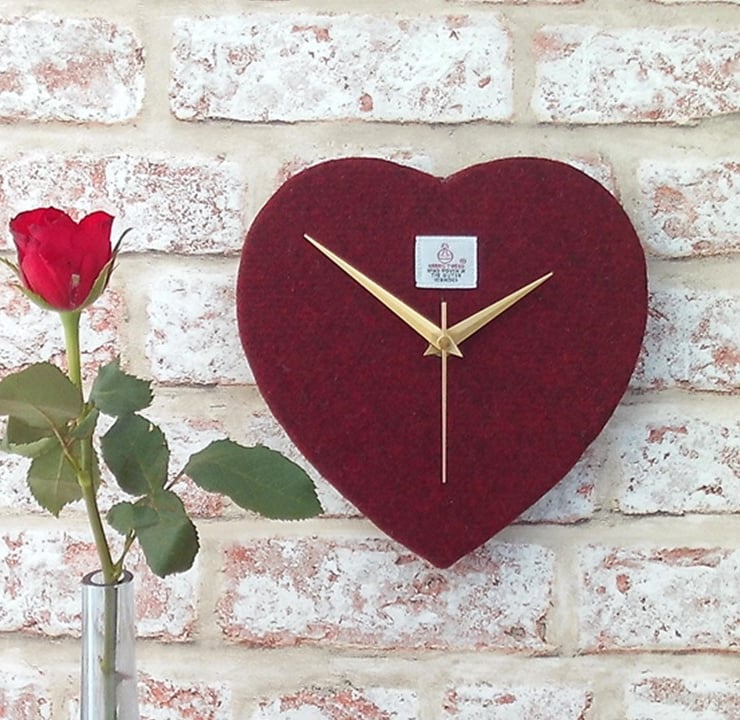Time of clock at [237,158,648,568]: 1:51
